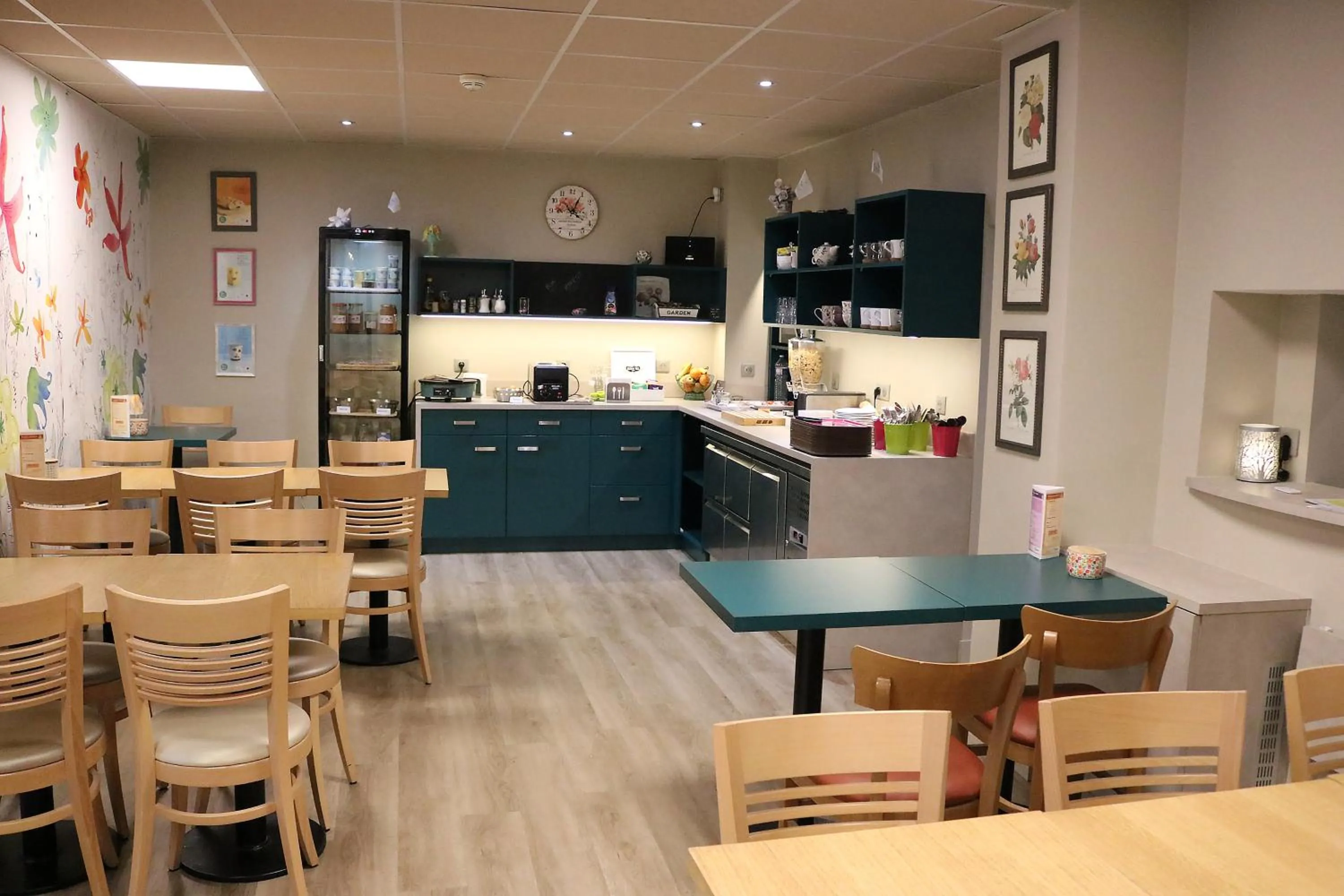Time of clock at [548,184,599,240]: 4:04
